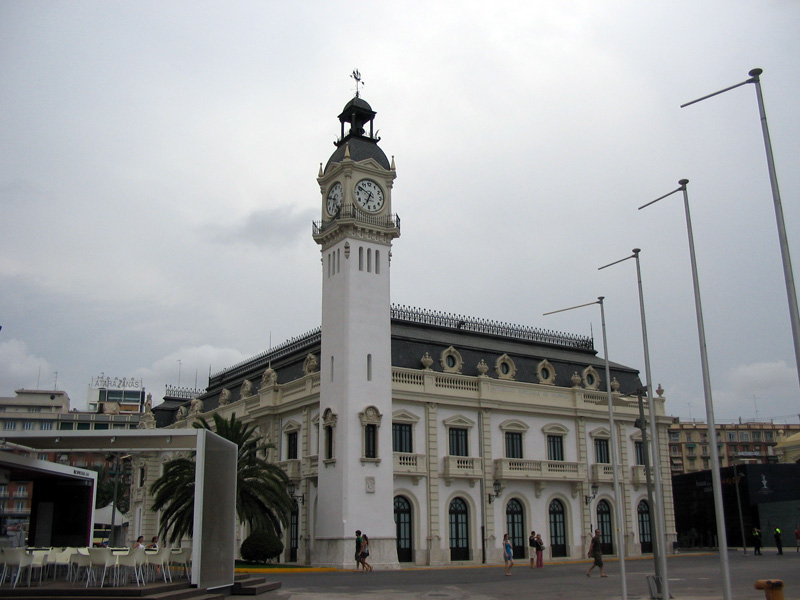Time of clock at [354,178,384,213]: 6:50
